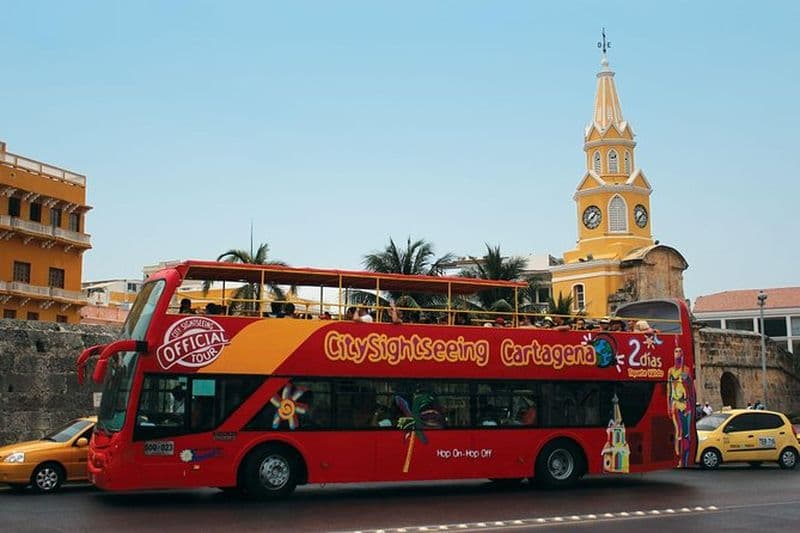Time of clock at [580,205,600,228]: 1:37
